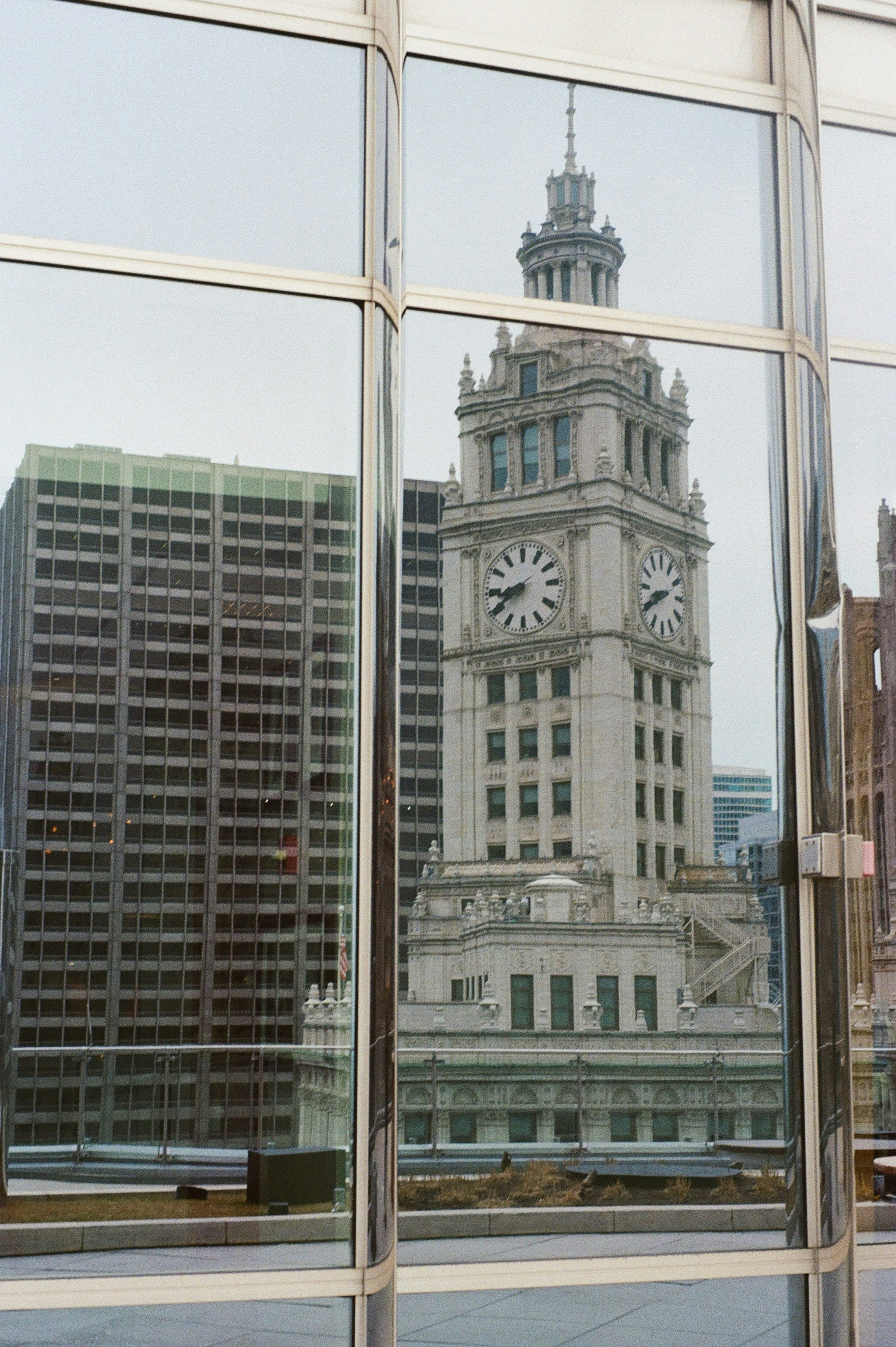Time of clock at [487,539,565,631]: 8:39
